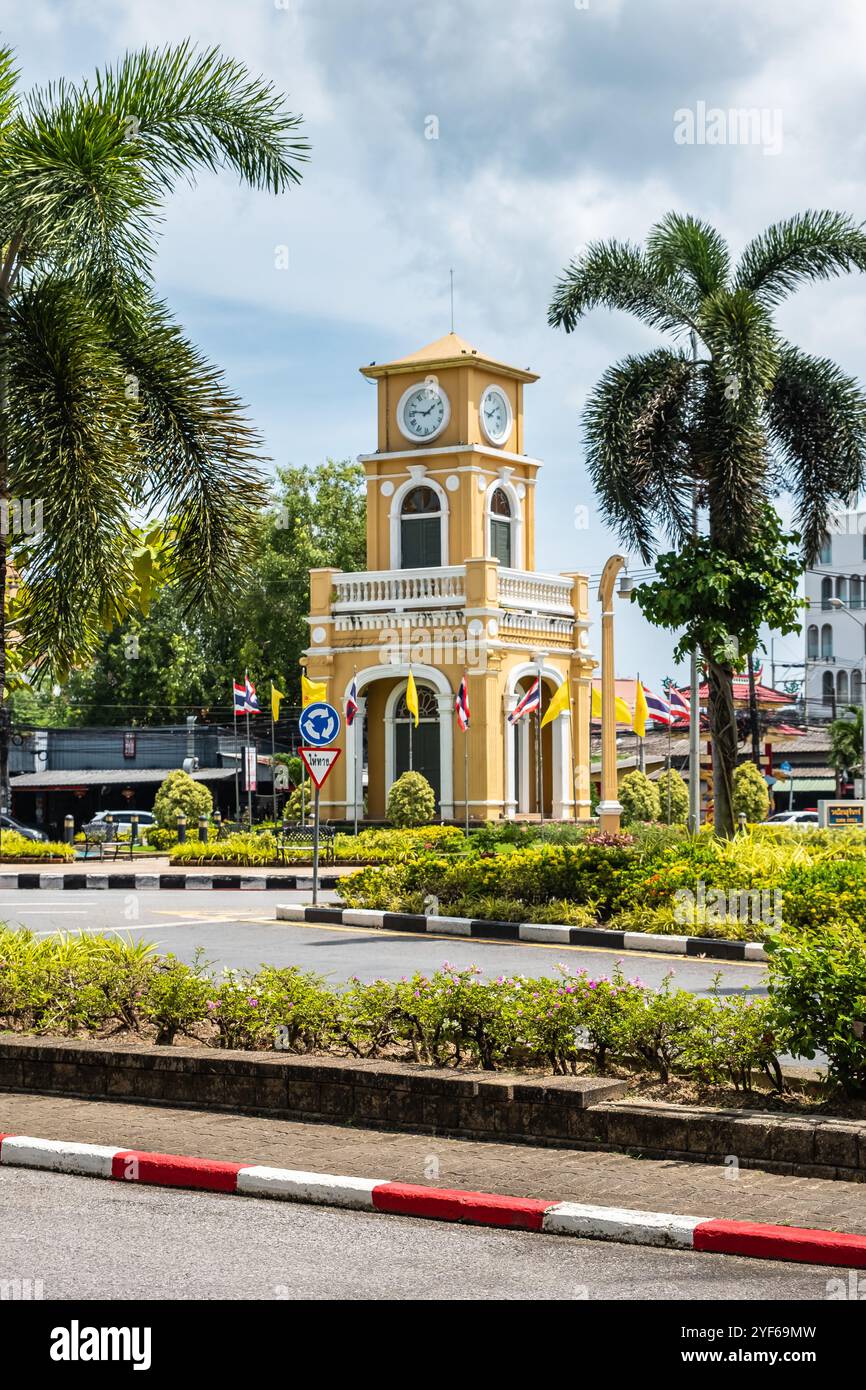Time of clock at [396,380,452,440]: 1:46
